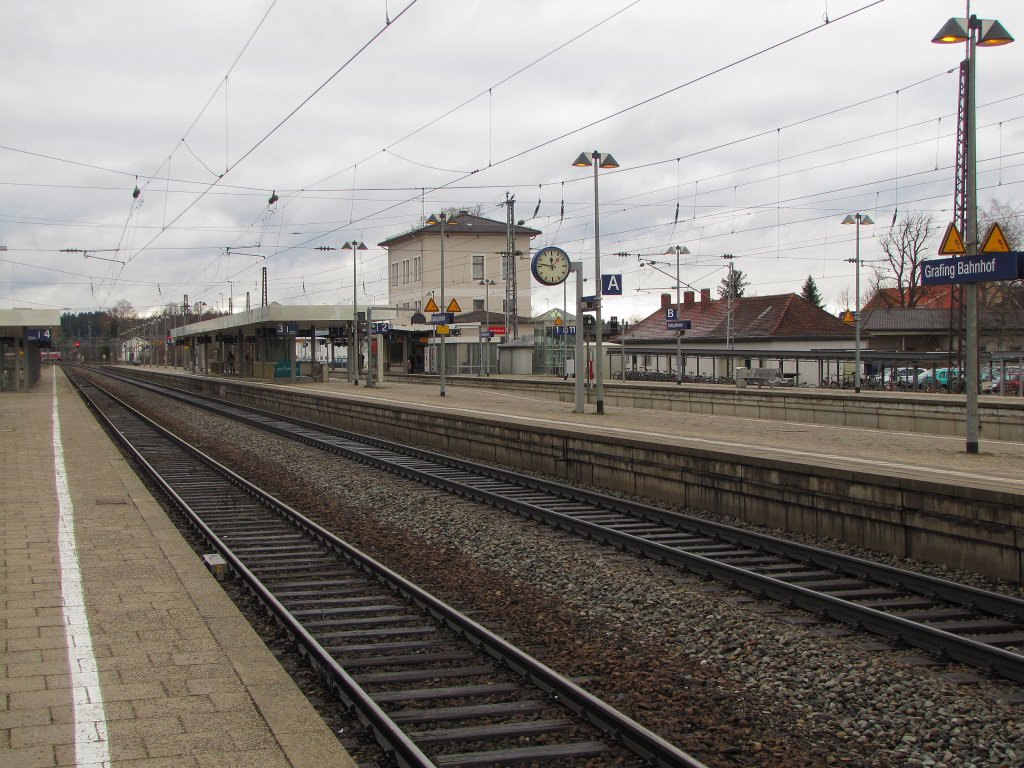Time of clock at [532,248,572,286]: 11:46
